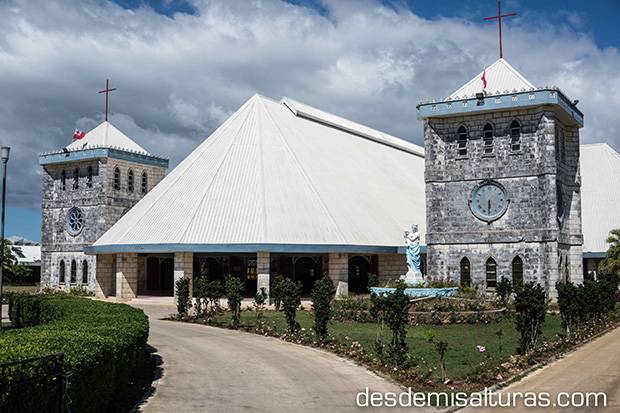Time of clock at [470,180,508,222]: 5:30
